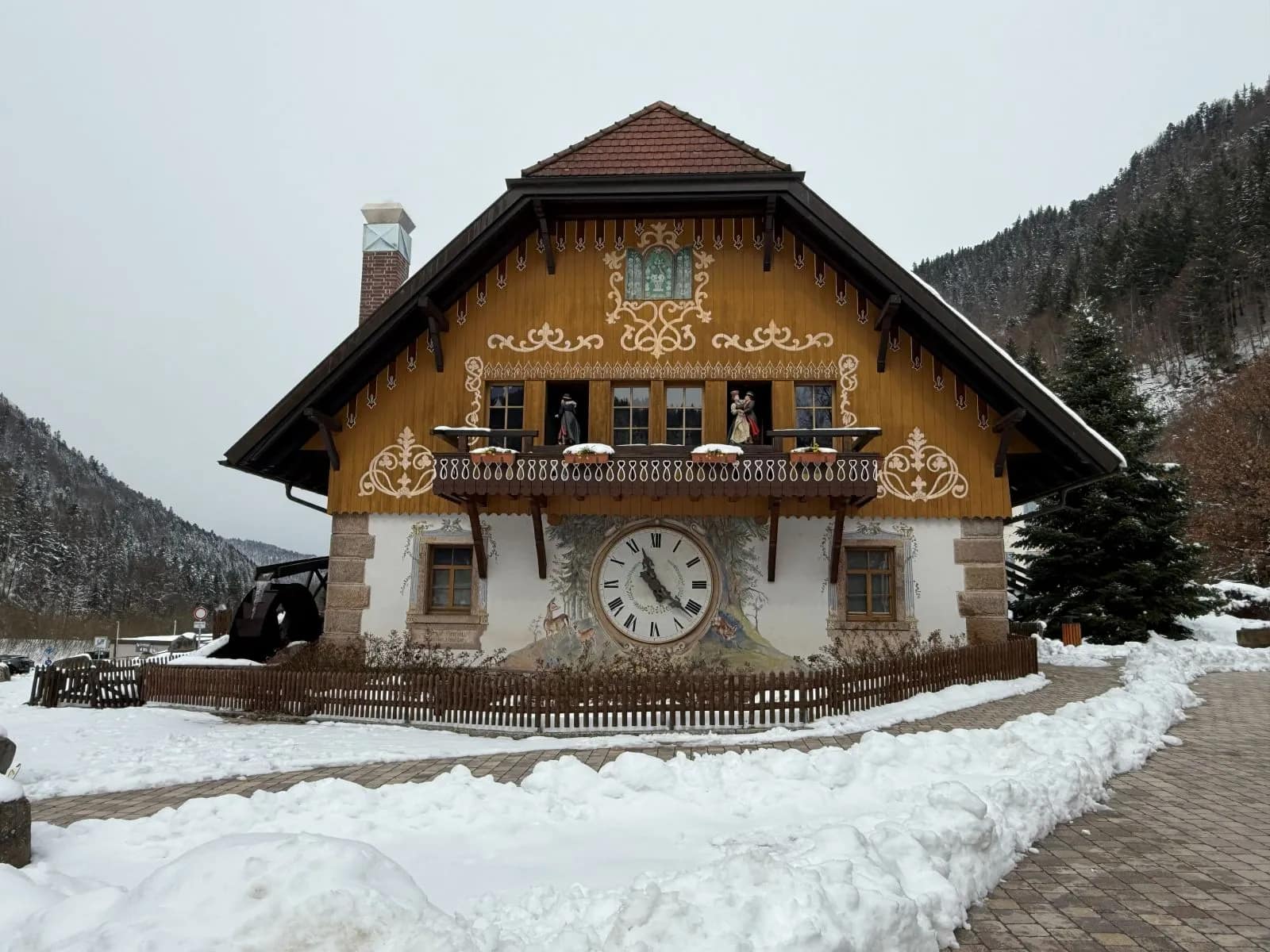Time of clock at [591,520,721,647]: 11:21
